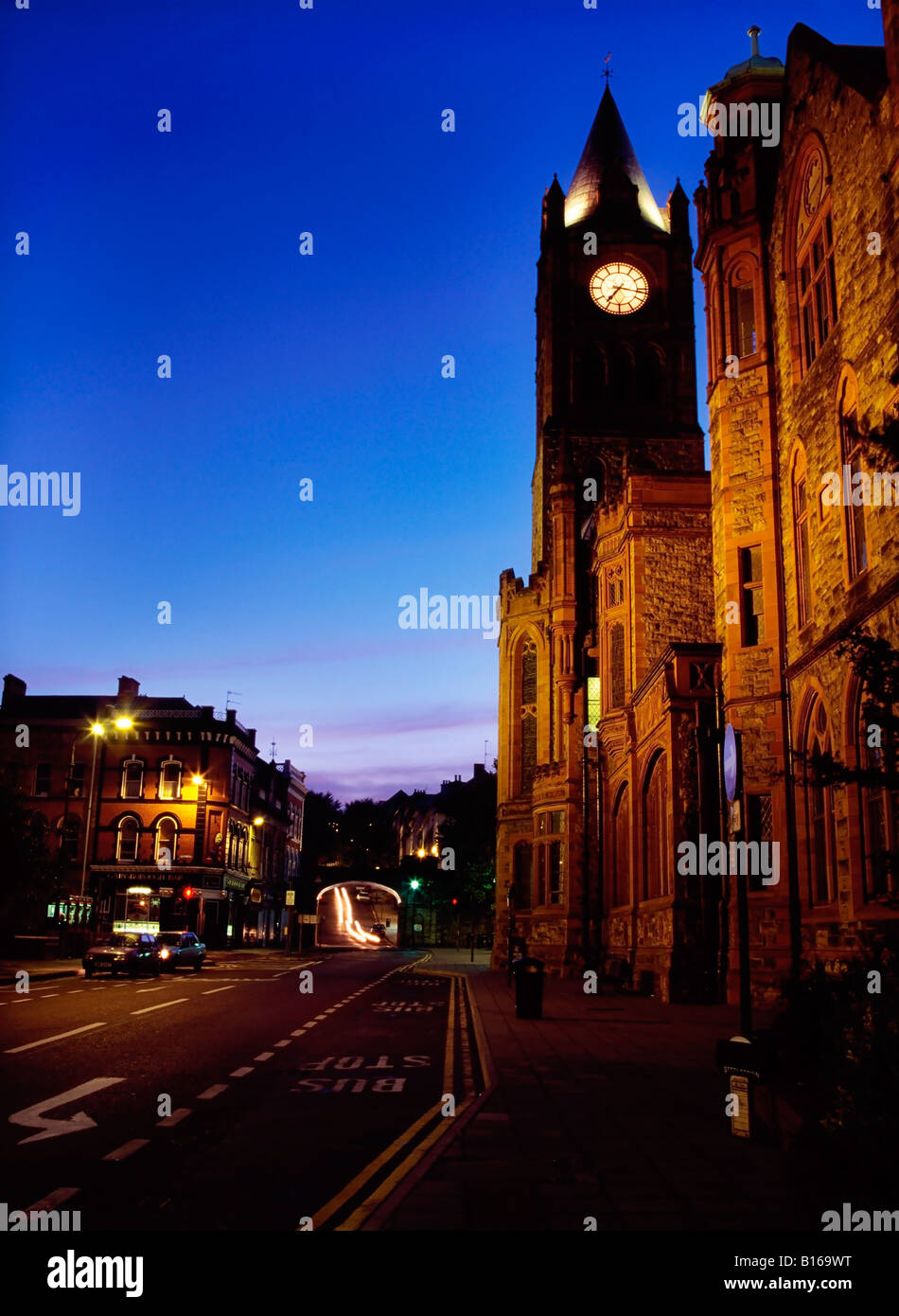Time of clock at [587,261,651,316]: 7:16
